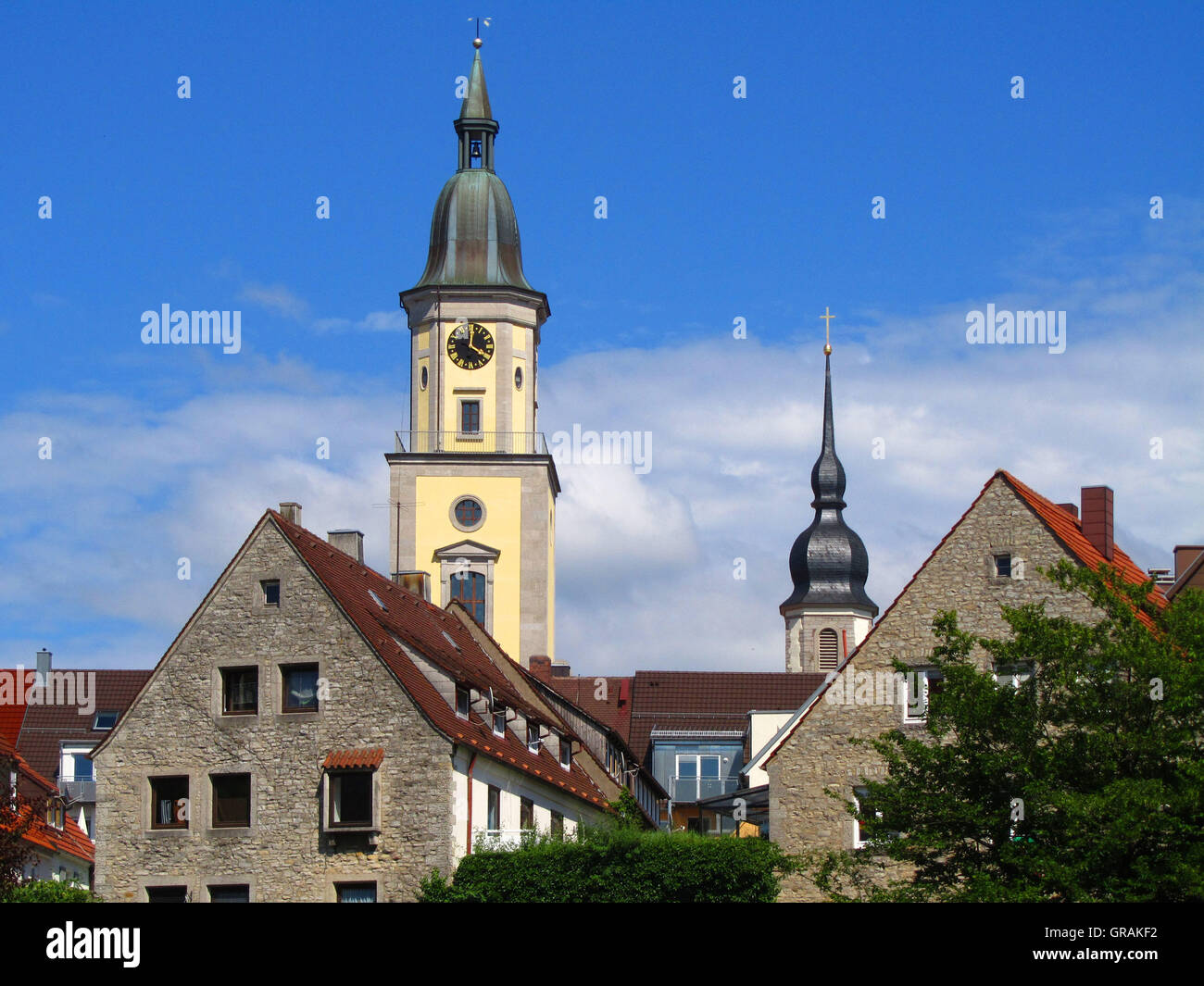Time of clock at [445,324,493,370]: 4:00
